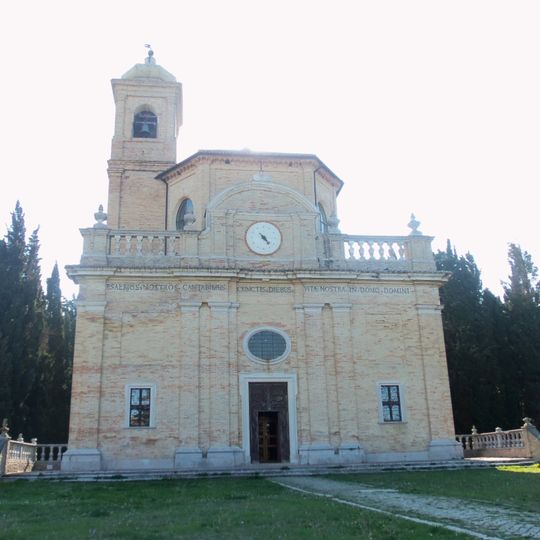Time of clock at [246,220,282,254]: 4:23
